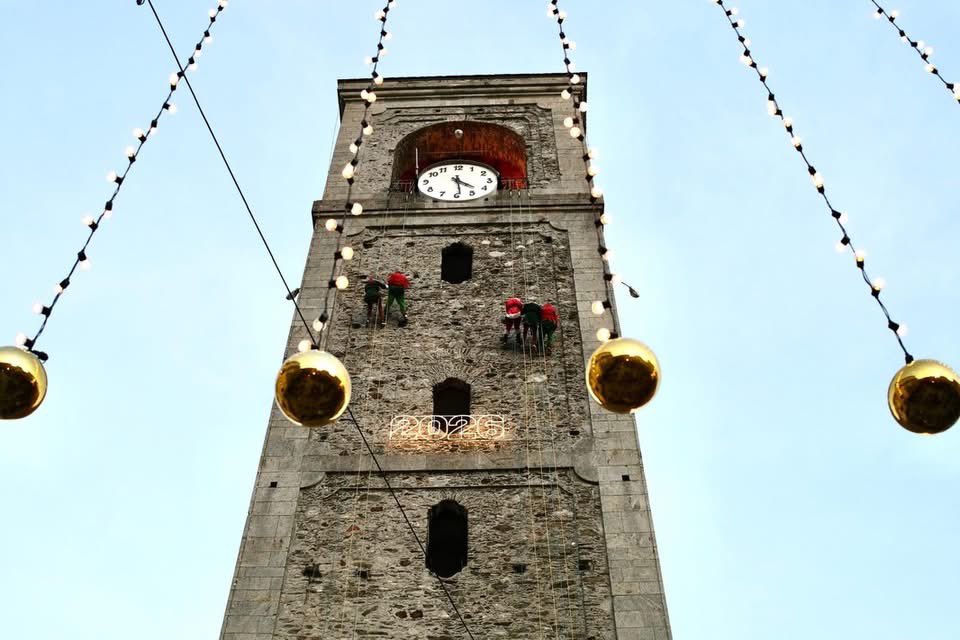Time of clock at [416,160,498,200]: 4:28
